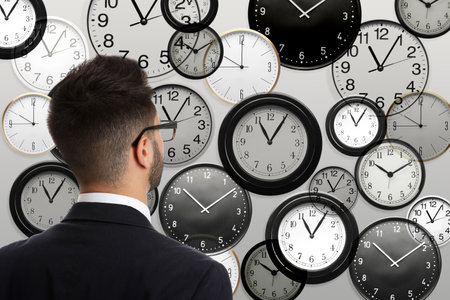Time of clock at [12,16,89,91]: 11:05
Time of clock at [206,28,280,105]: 10:00
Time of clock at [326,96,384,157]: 11:05
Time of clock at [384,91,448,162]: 10:00
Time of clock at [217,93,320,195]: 11:05
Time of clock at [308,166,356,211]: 11:05
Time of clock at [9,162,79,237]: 11:05
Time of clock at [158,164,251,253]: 10:08
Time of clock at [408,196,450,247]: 11:05
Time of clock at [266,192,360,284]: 11:05
